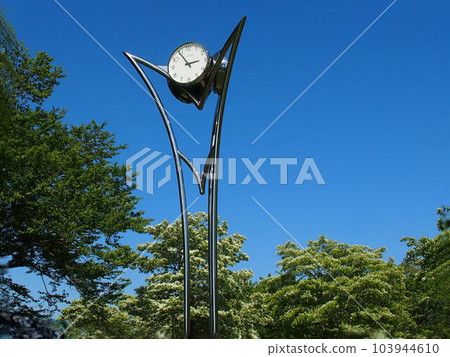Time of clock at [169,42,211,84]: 2:54
